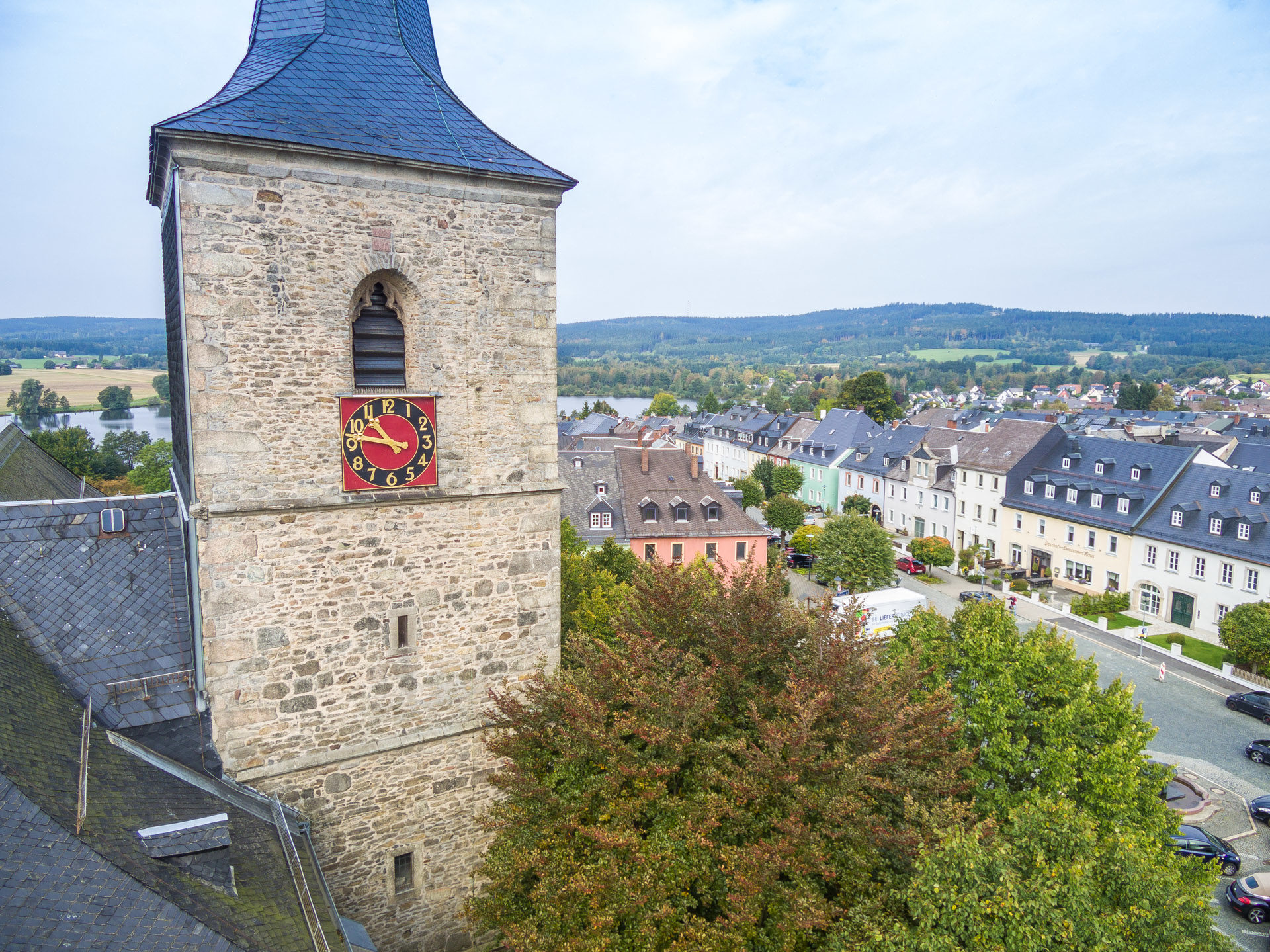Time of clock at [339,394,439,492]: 10:47
